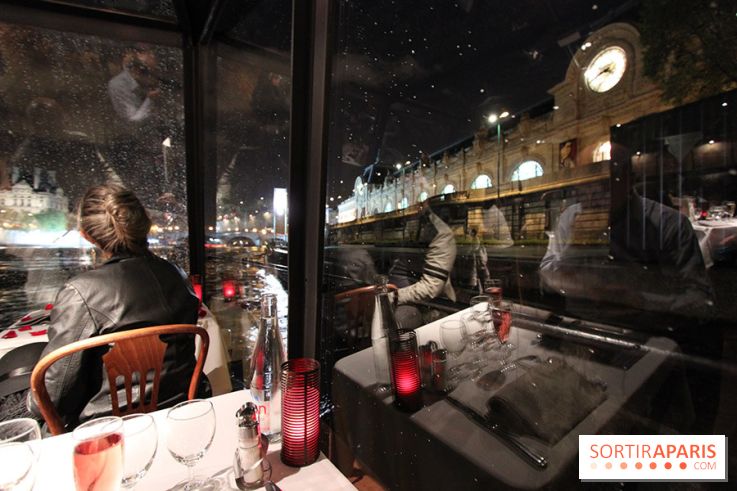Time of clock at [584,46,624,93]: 3:40
